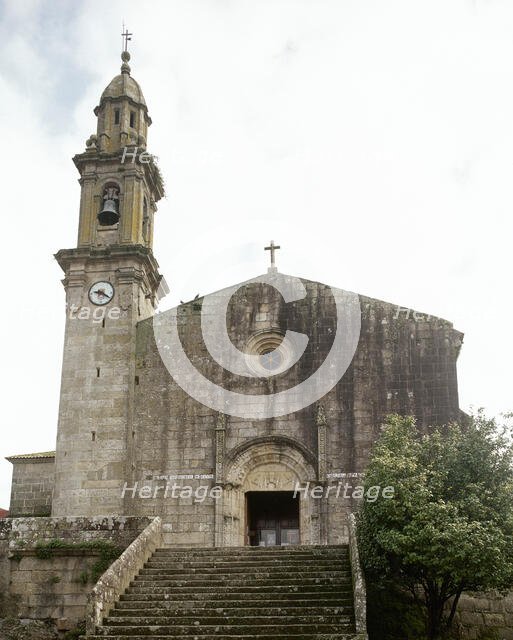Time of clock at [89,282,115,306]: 9:20
